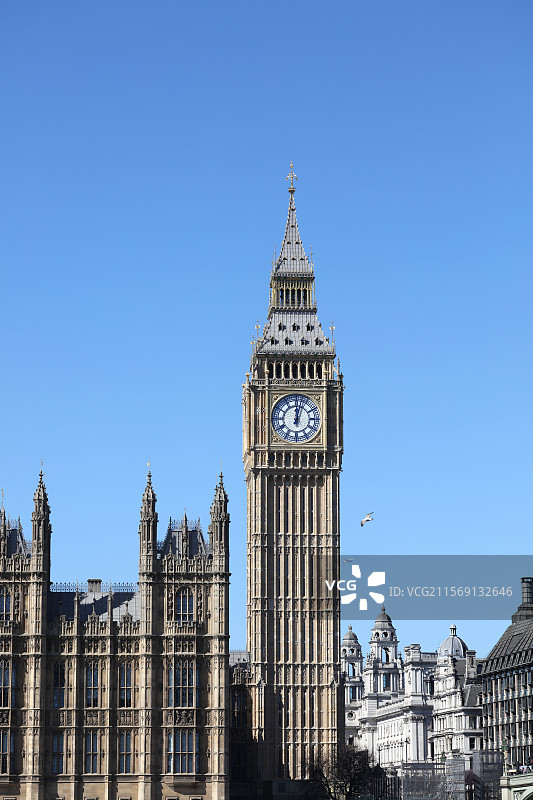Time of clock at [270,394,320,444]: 12:02
